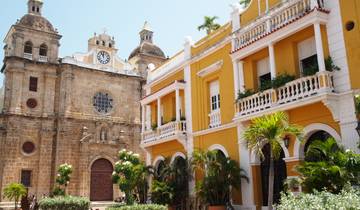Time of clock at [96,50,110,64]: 11:55
